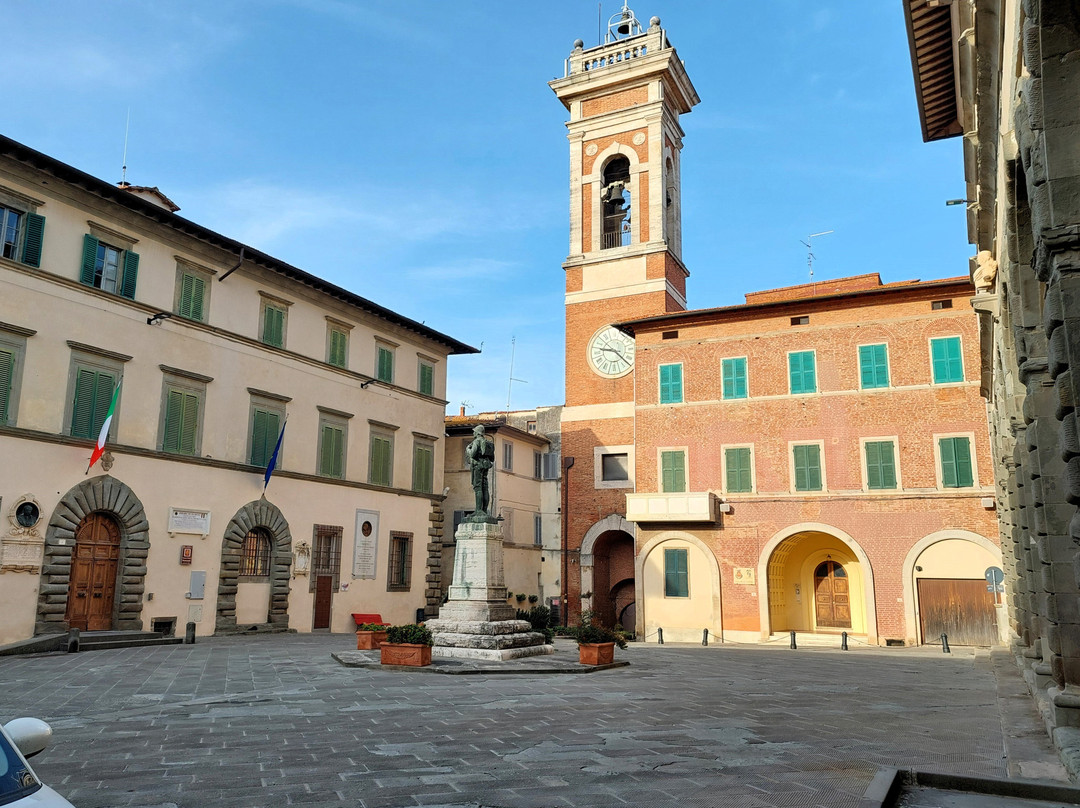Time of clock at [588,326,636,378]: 9:22
